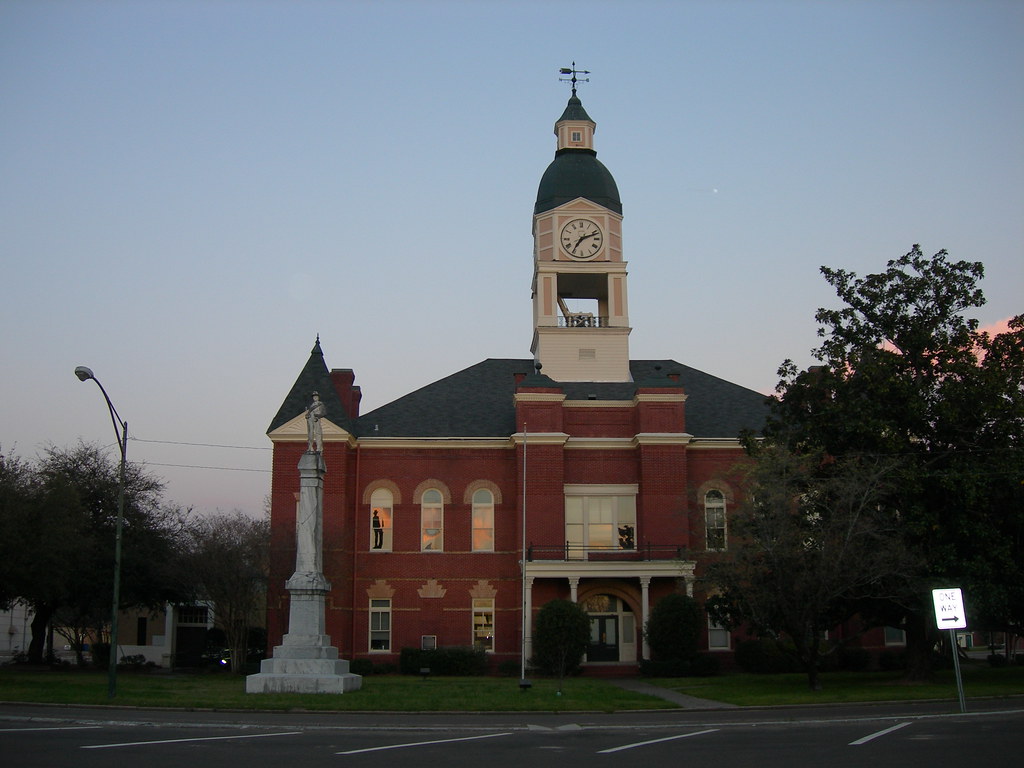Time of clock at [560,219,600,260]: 7:11
